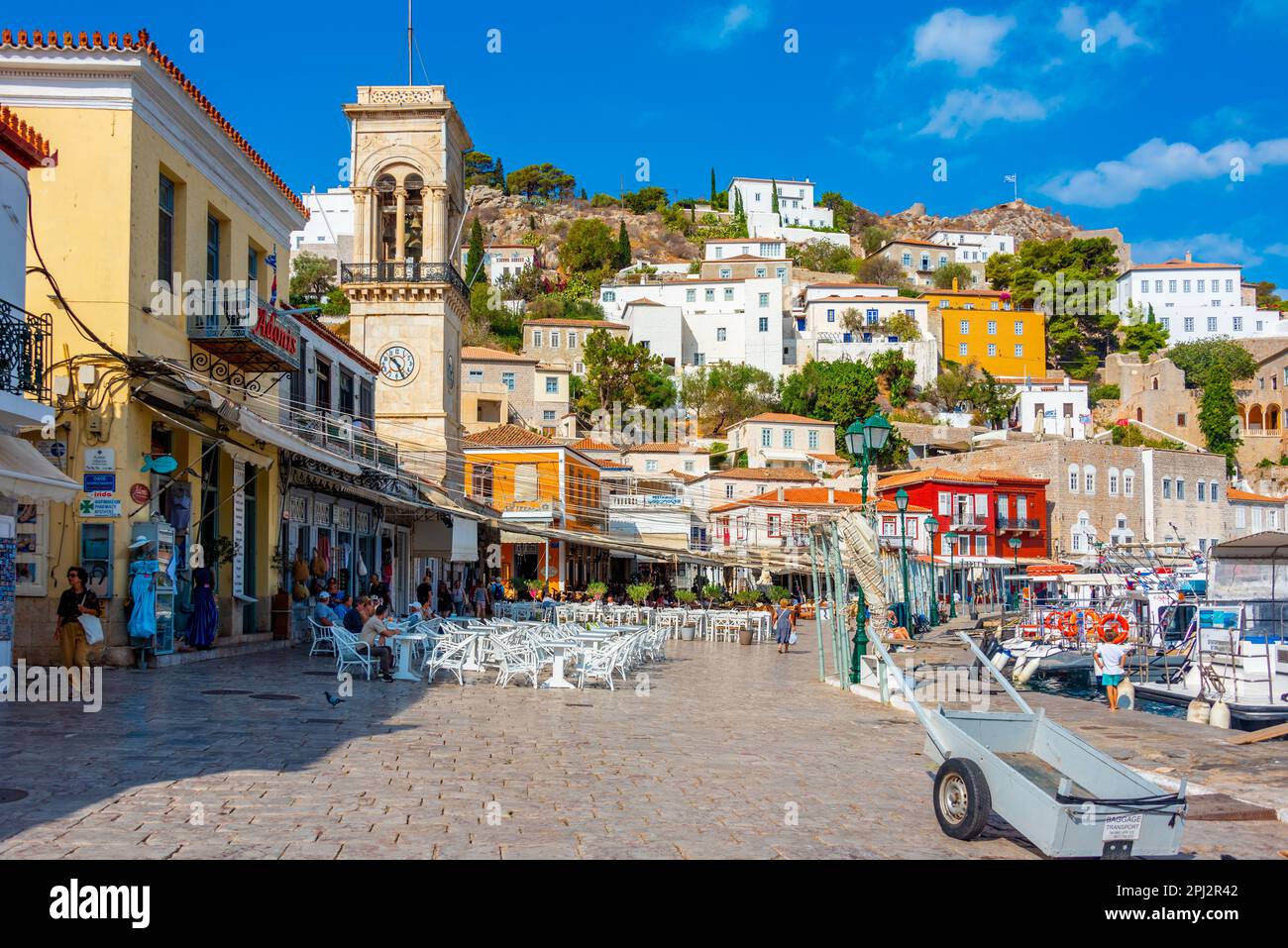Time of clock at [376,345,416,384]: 10:25
